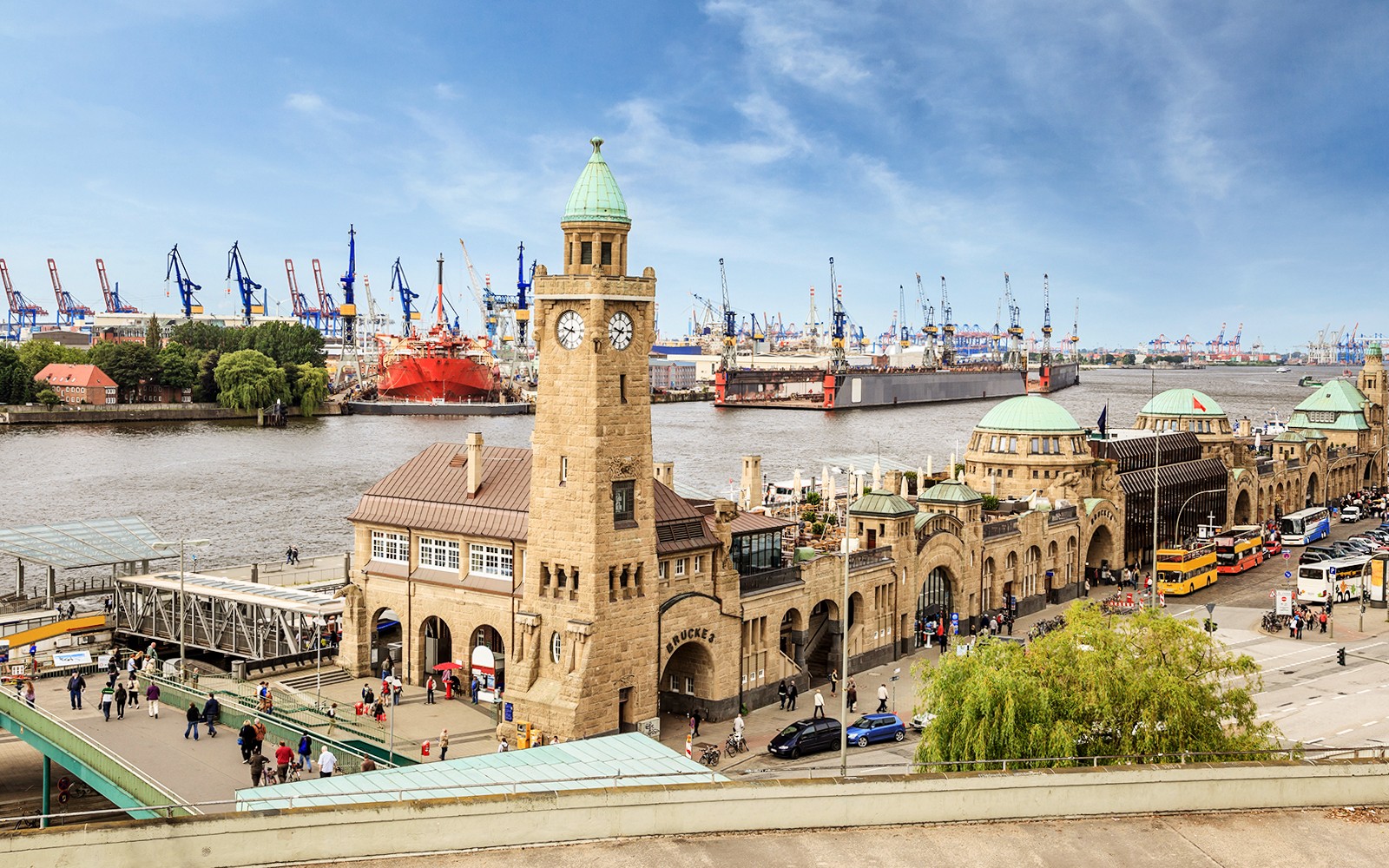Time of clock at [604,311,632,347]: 9:36
